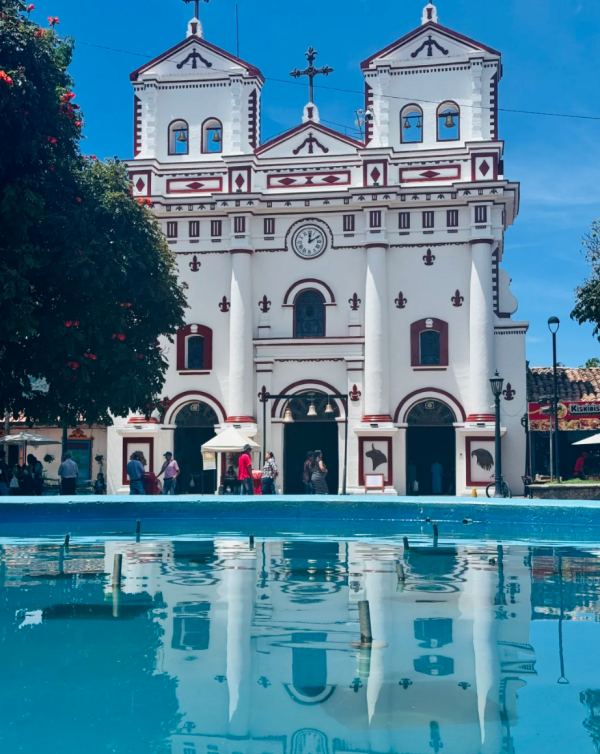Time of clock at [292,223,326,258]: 12:10
